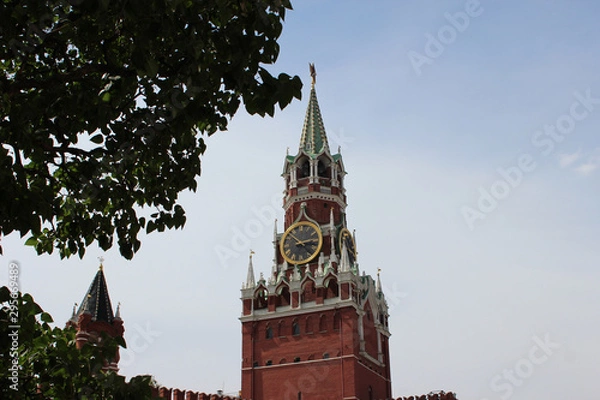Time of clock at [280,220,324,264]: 2:52
